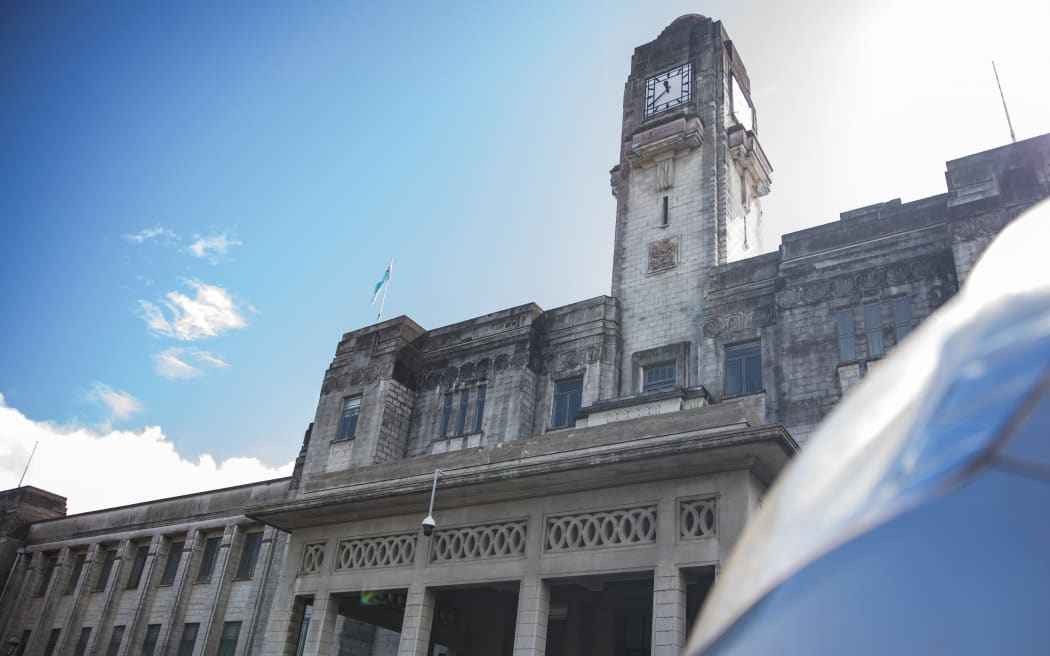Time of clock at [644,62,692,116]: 11:39
